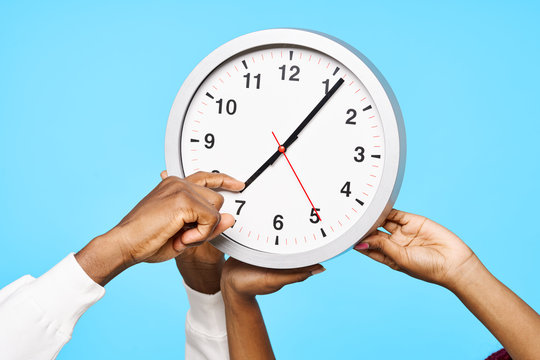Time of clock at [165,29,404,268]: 7:06
